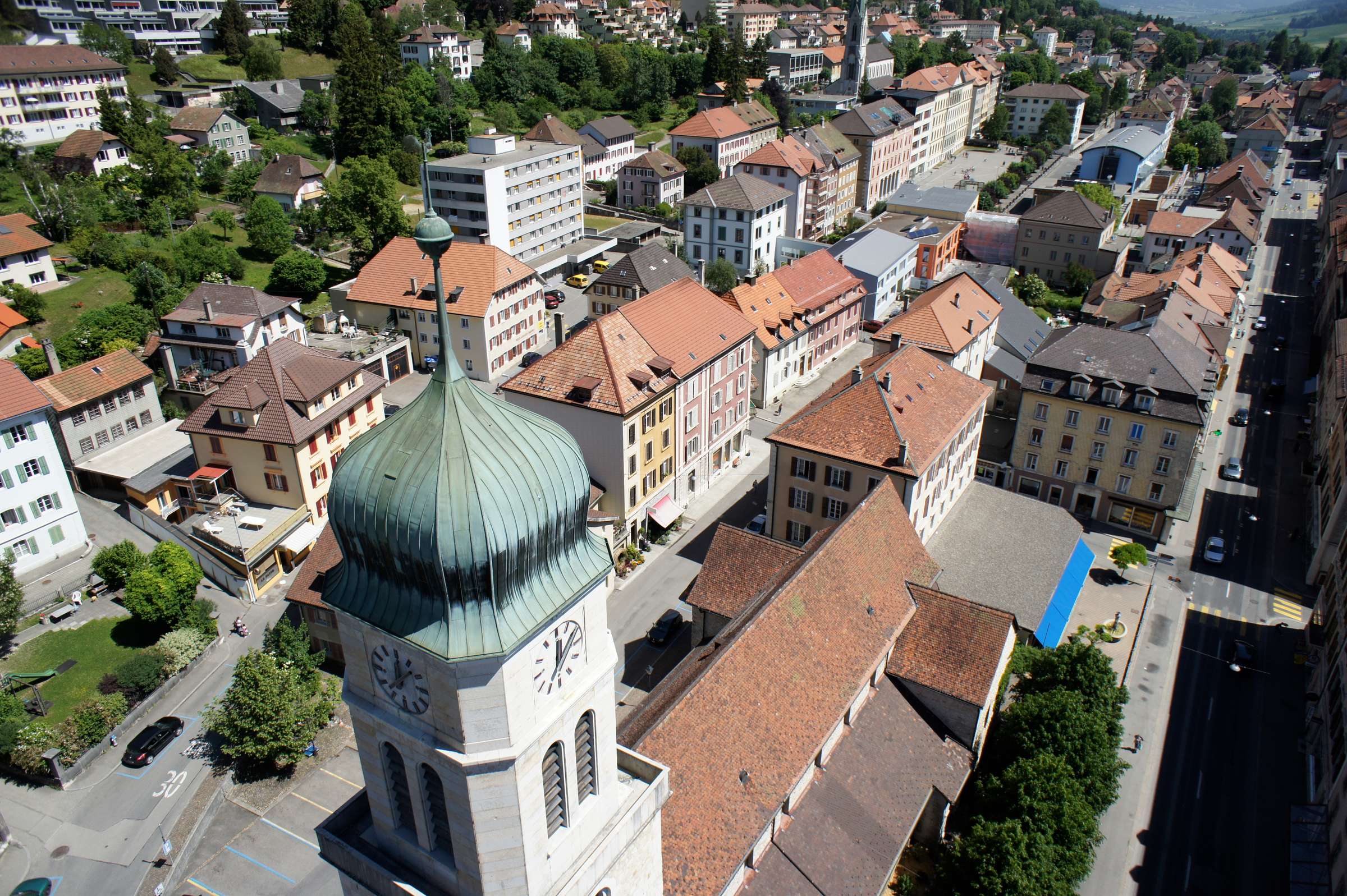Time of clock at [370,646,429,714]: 12:07
